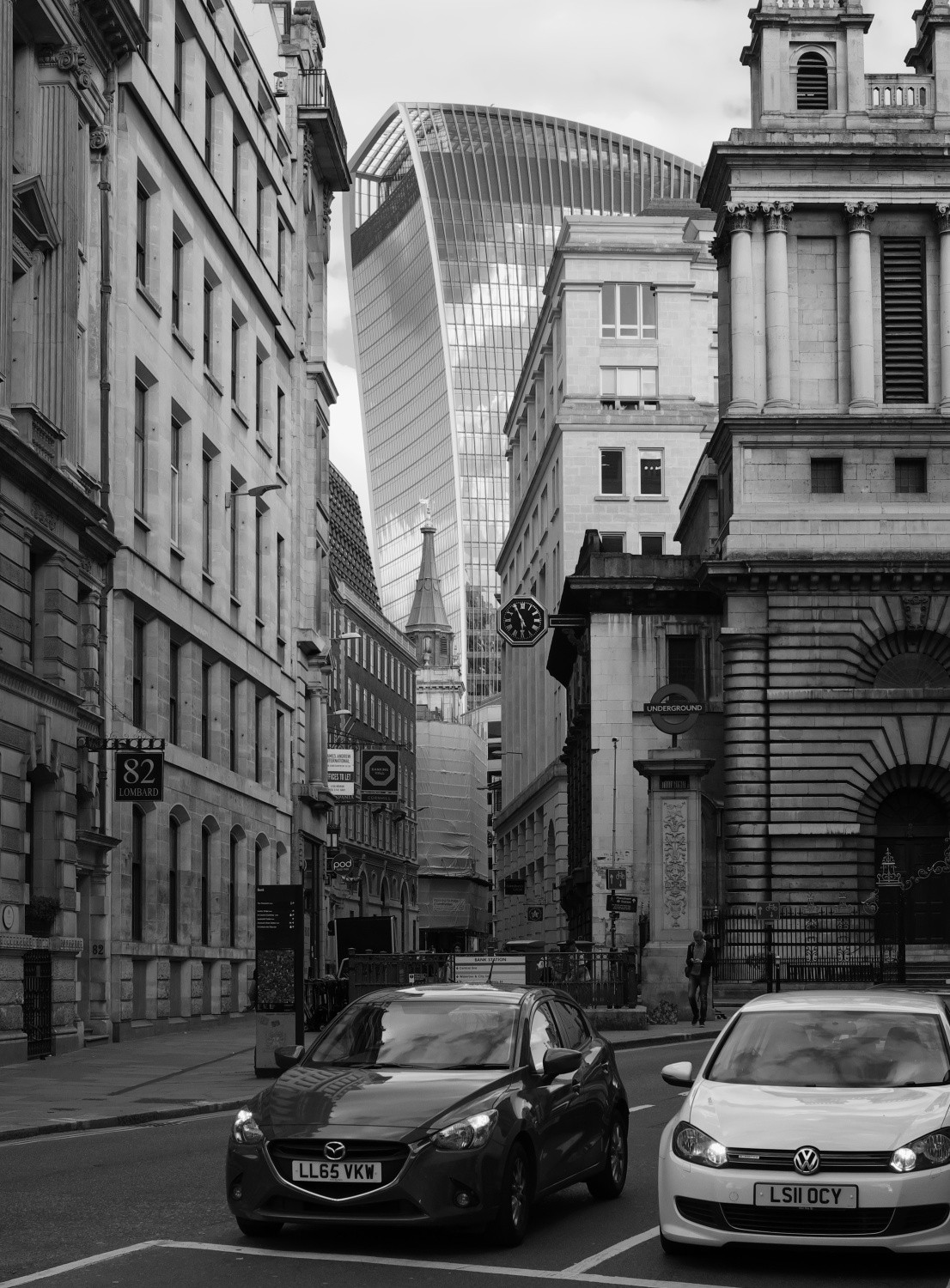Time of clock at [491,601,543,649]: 5:55
